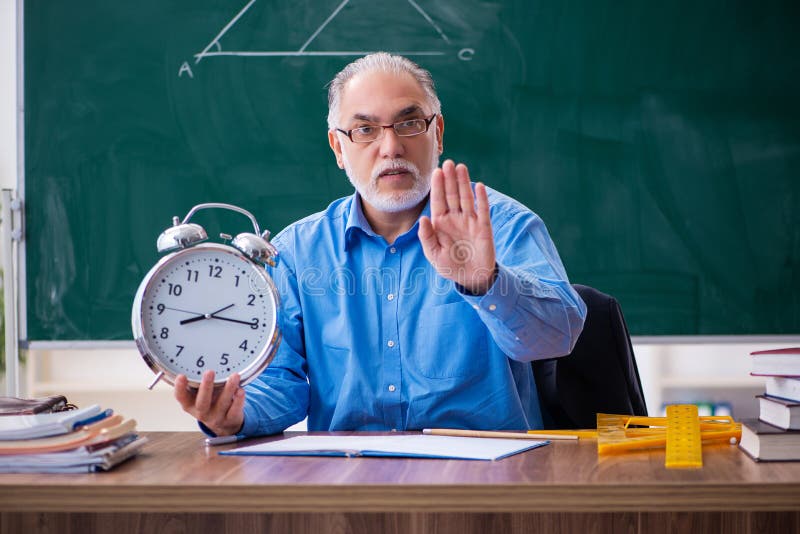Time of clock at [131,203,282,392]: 8:15
